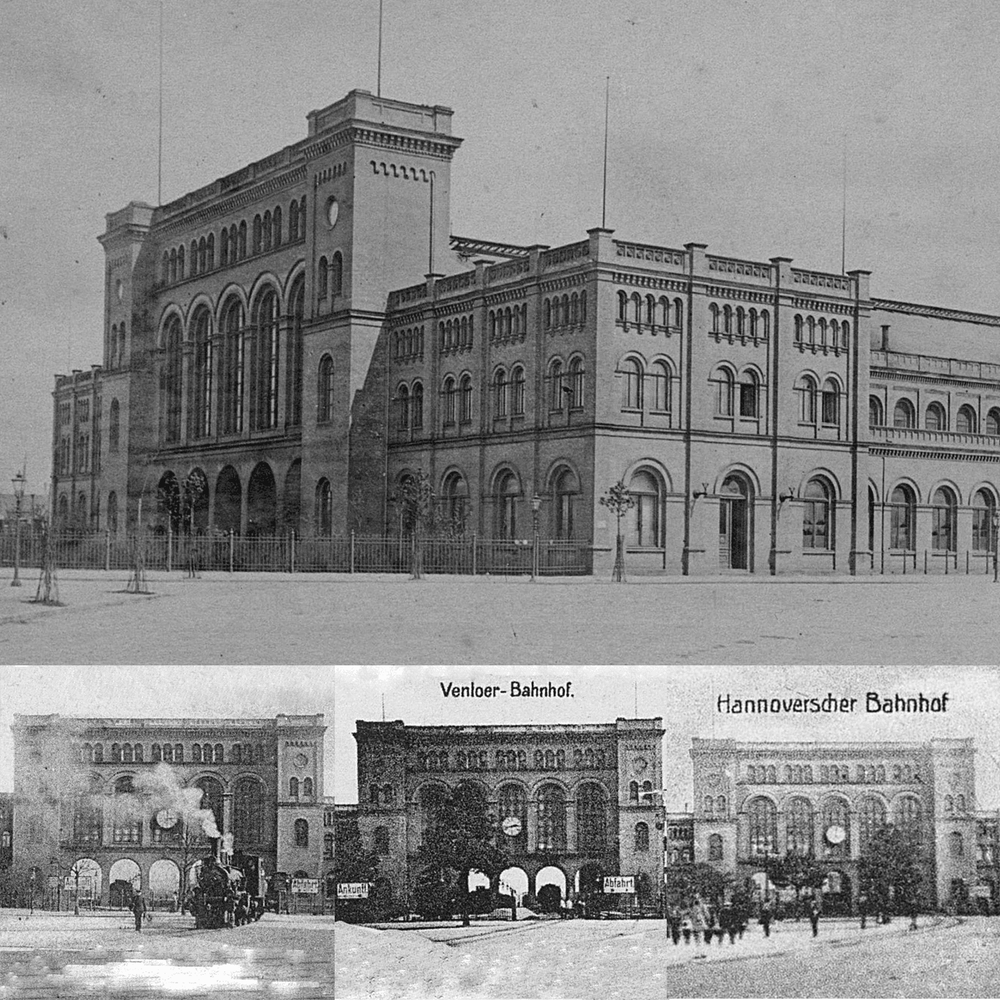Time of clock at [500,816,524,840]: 2:42
